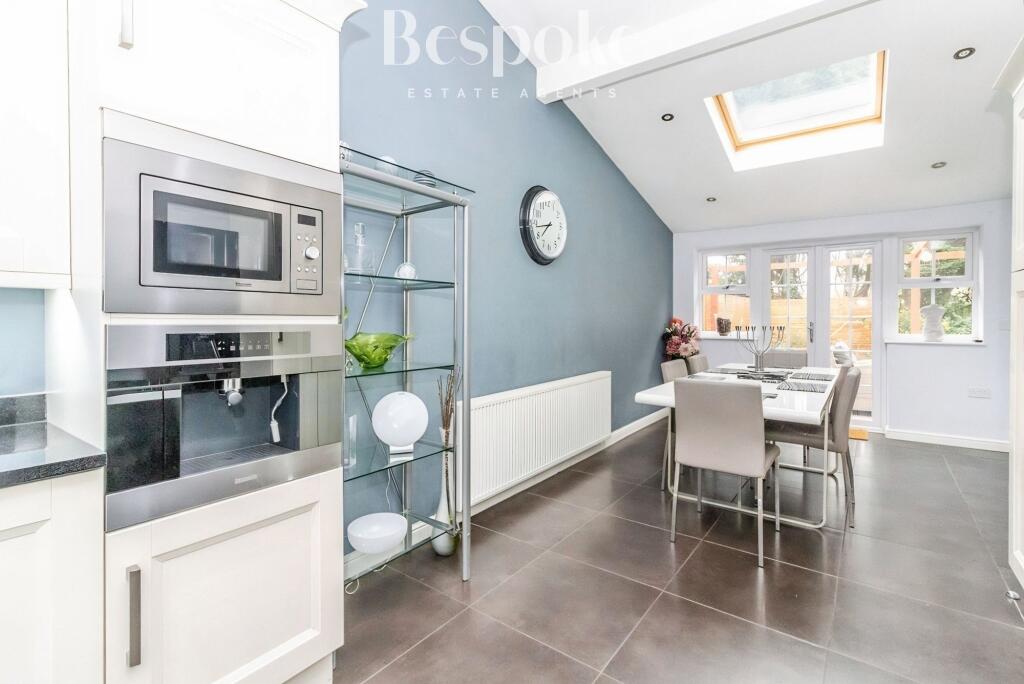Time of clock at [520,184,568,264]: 7:43
